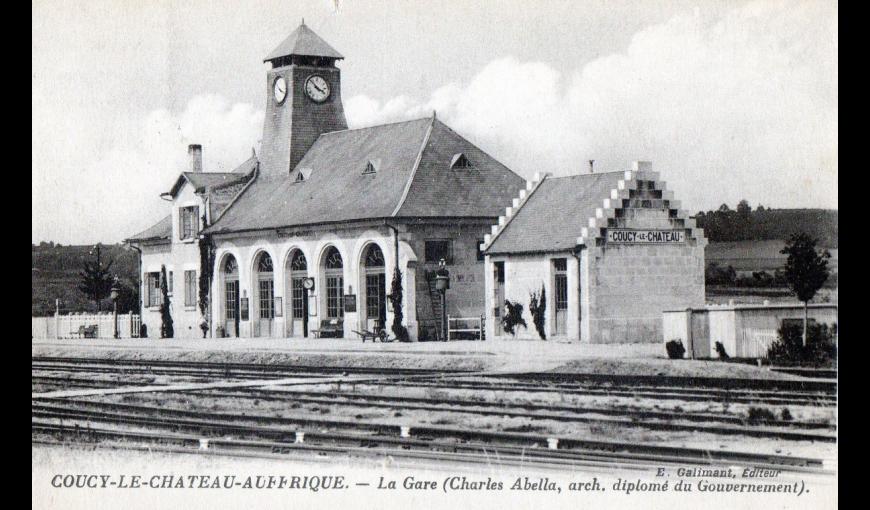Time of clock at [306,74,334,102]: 3:52
